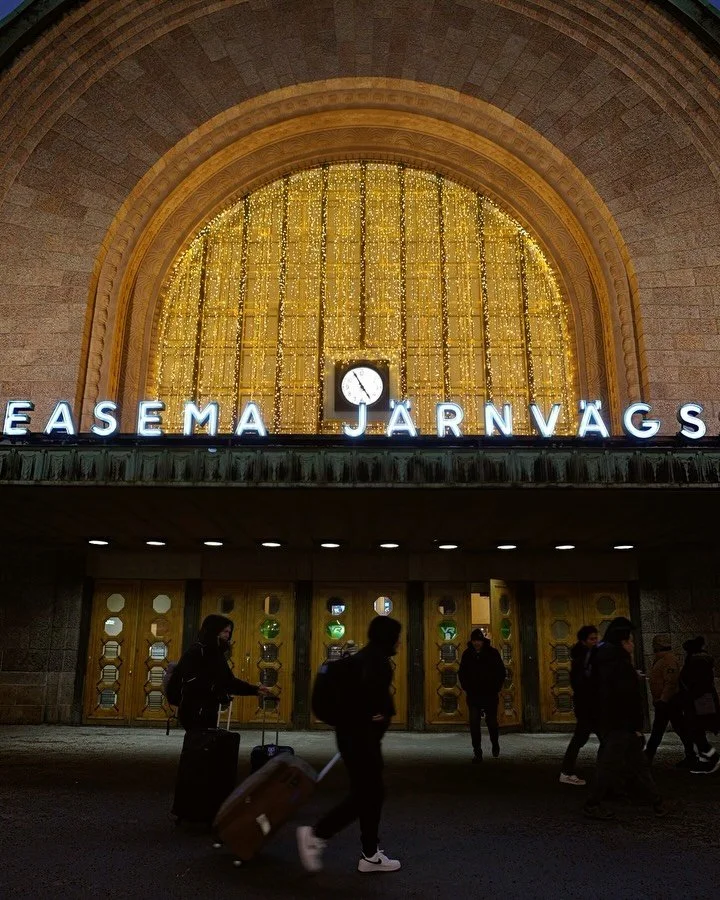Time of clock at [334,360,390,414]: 4:55
